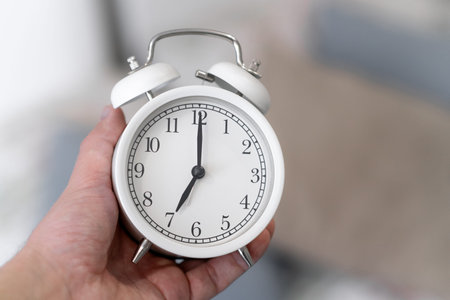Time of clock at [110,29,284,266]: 7:00
